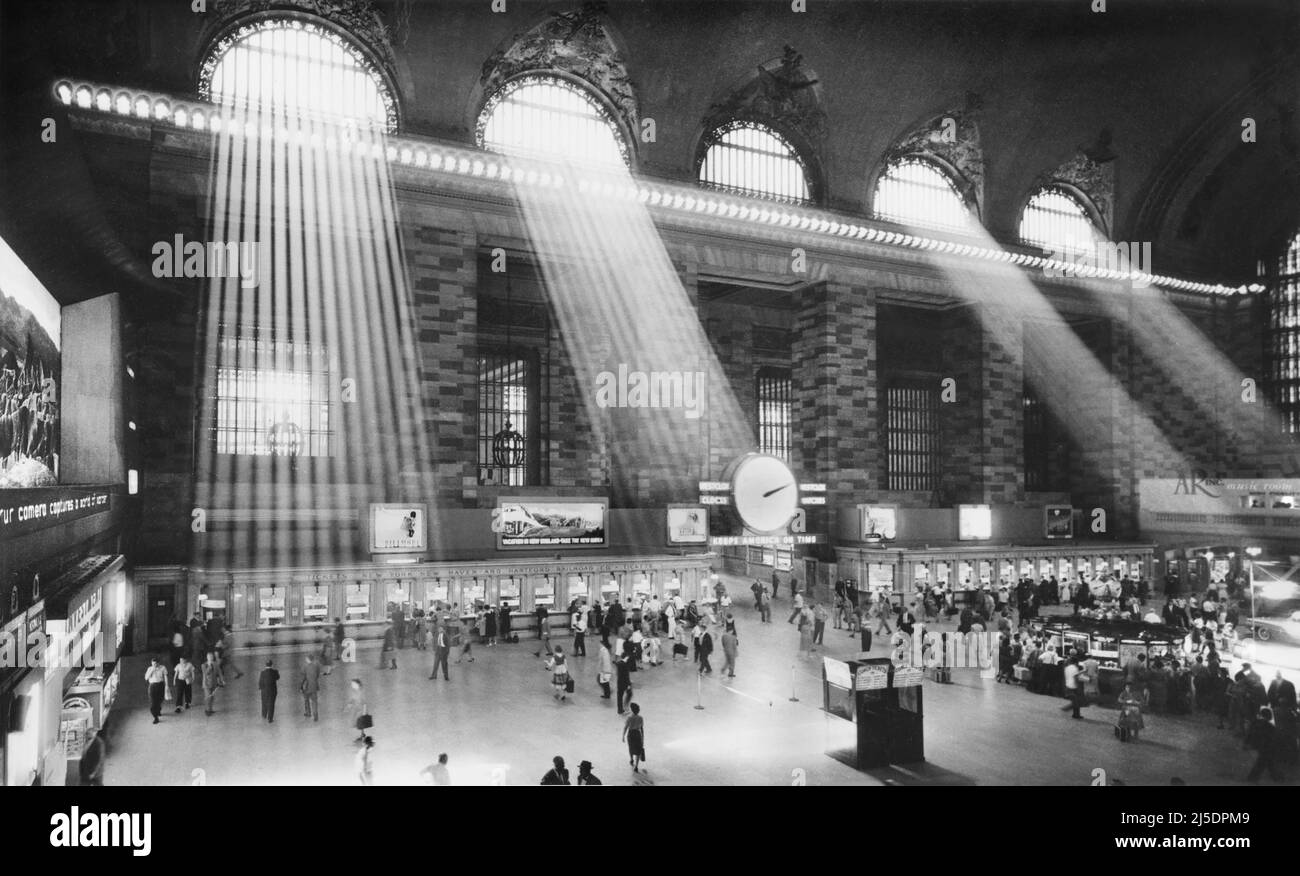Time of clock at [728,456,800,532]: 2:11
